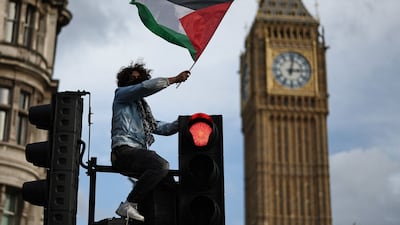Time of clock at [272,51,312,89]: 3:02
